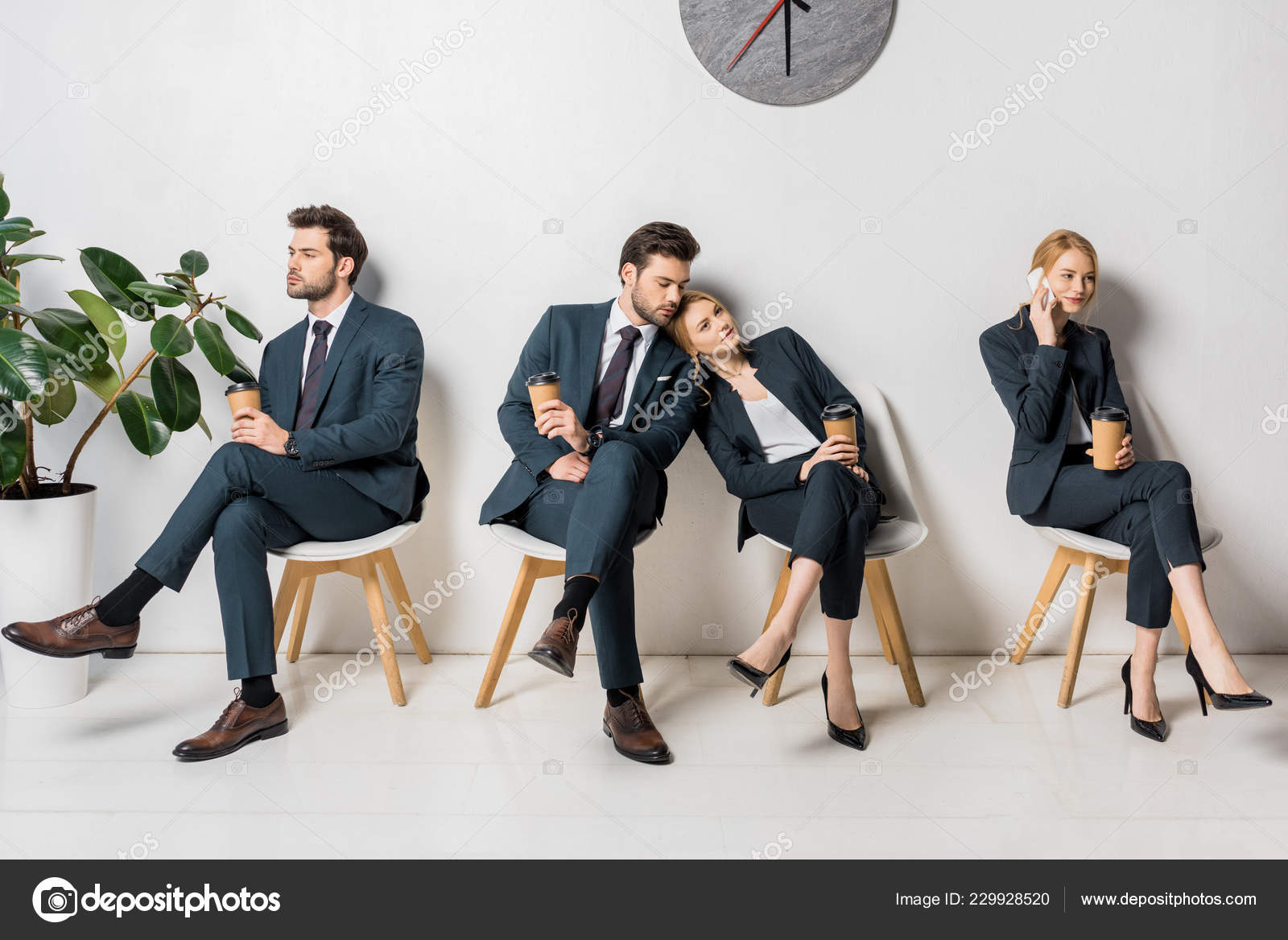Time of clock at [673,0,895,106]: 5:36
